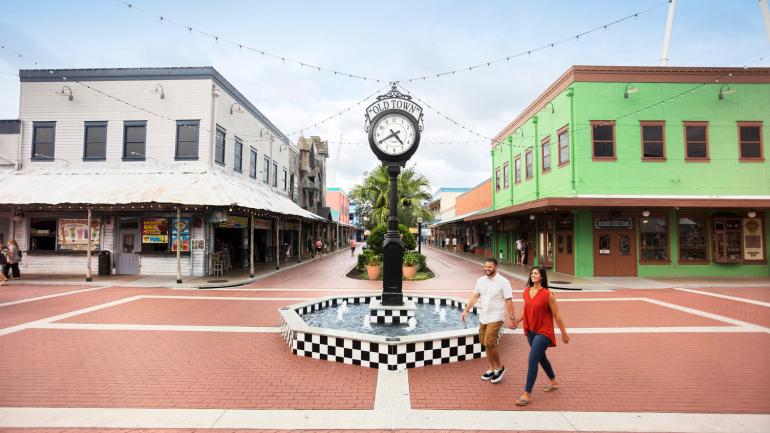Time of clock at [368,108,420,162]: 4:40
